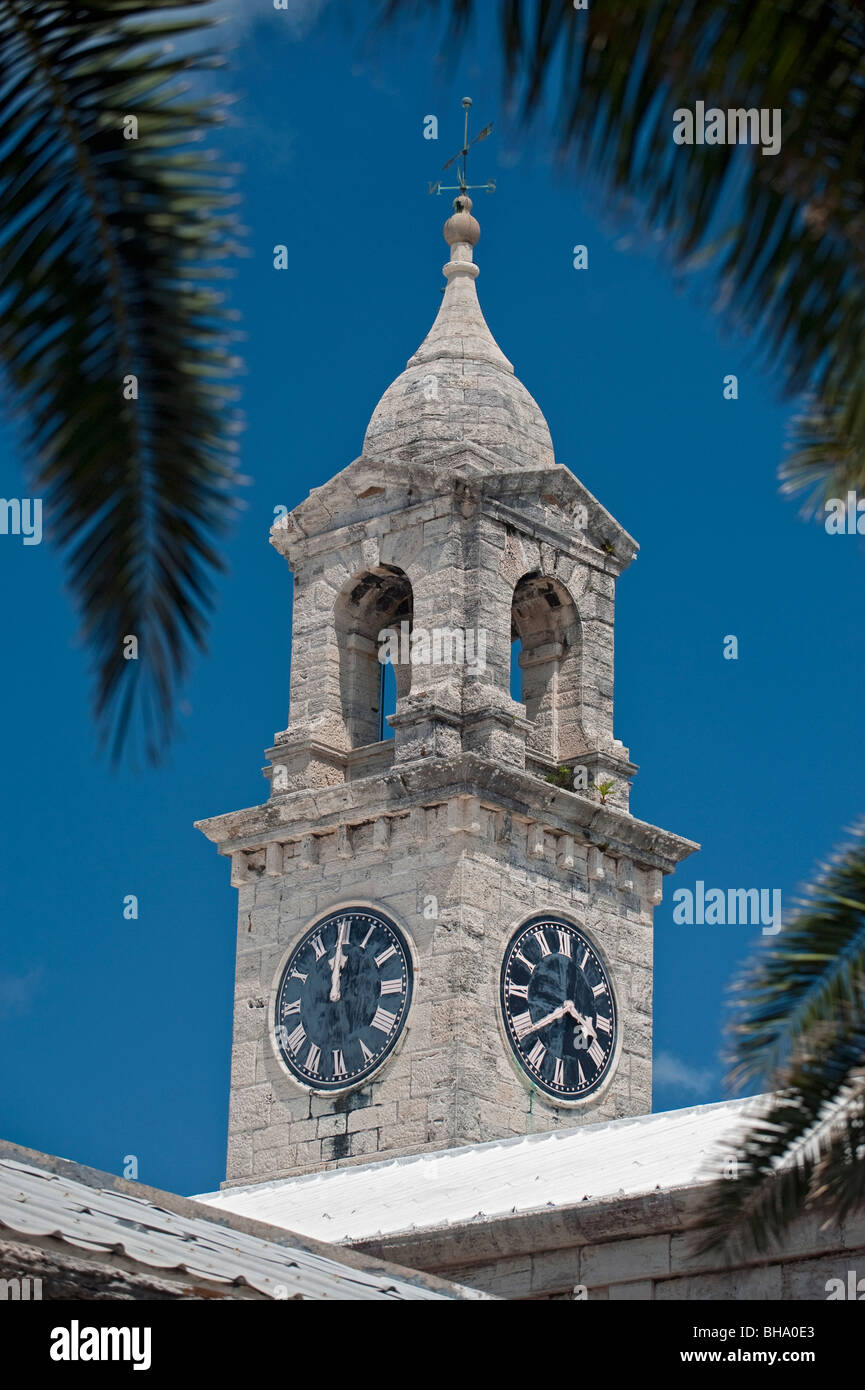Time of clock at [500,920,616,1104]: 3:40
